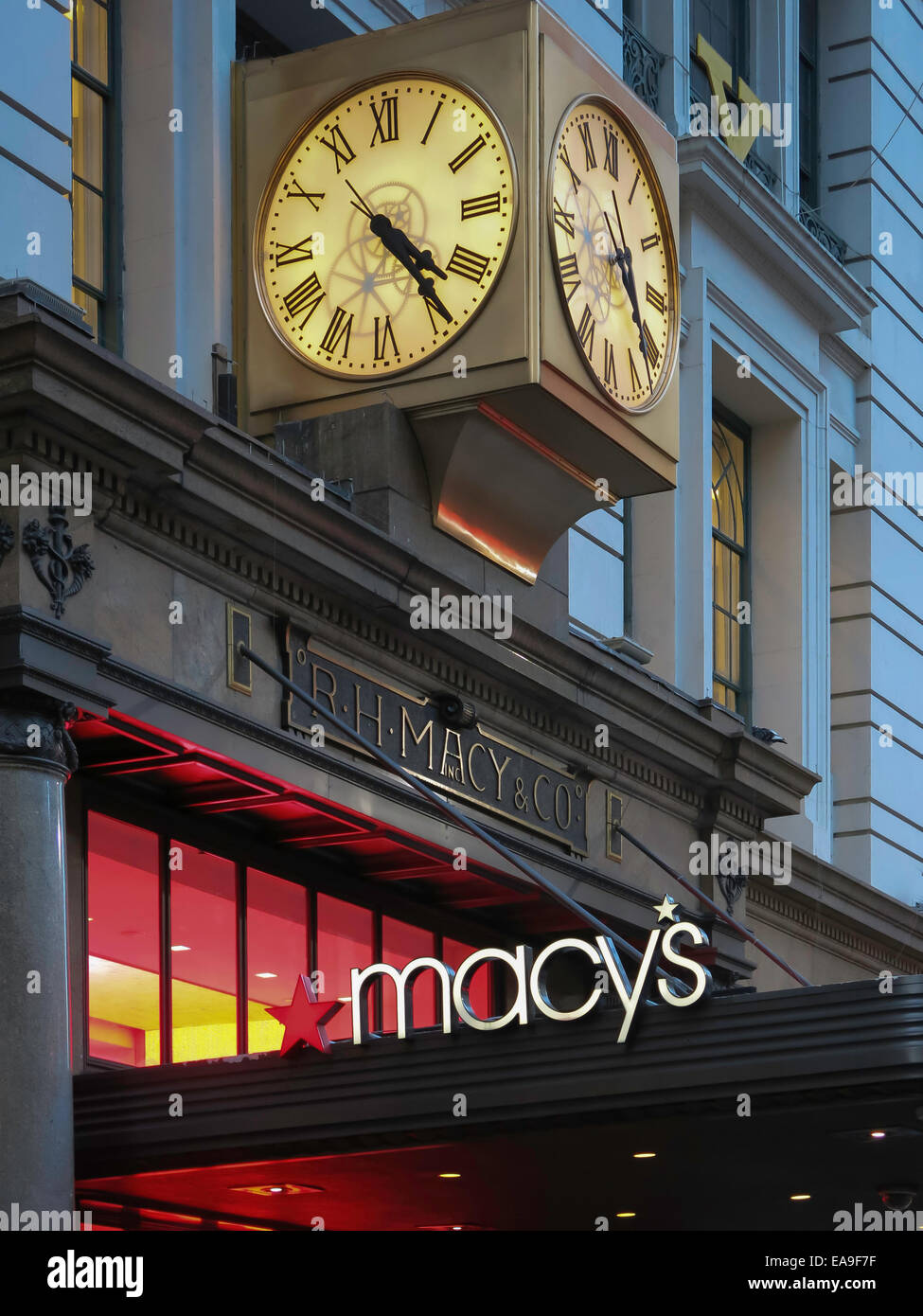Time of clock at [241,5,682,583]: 4:23
